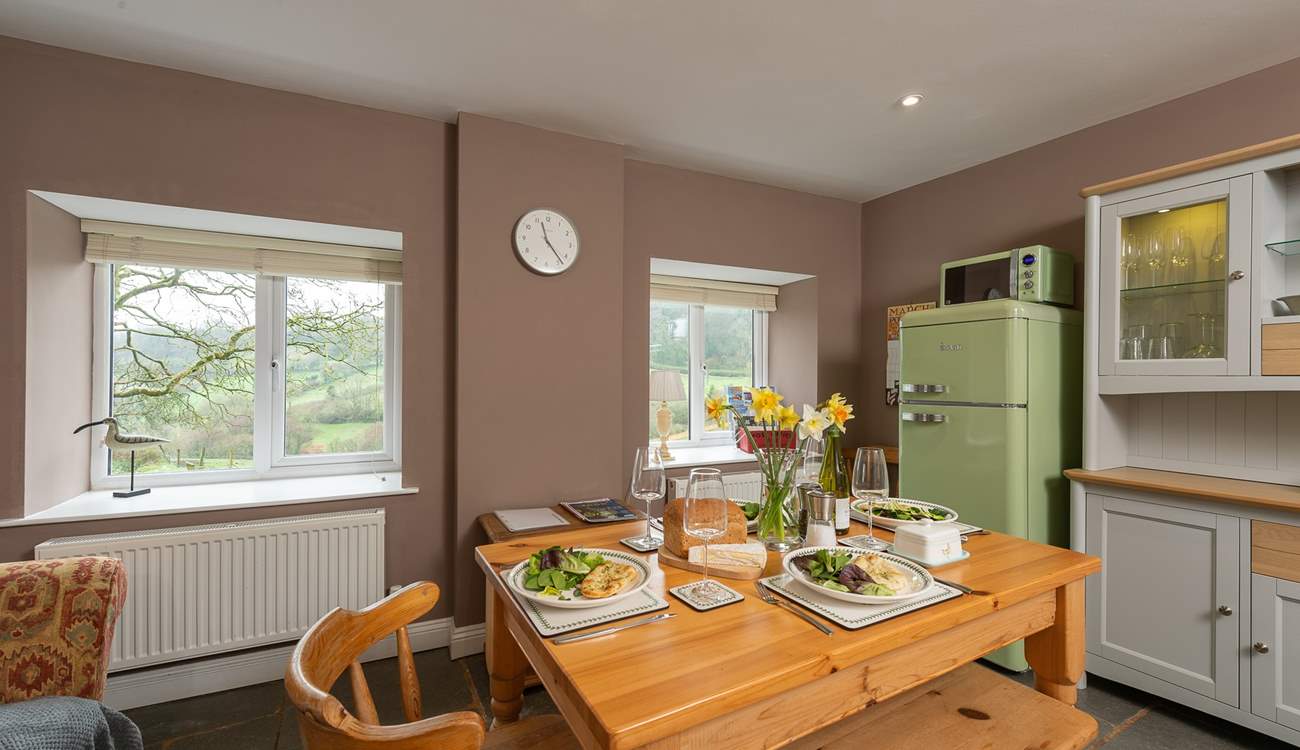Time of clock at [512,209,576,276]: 11:22
